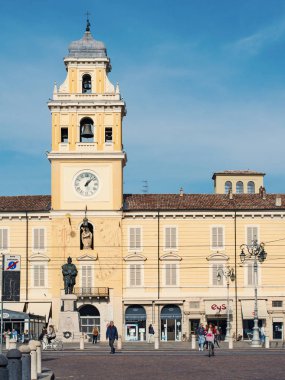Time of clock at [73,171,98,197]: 1:07
